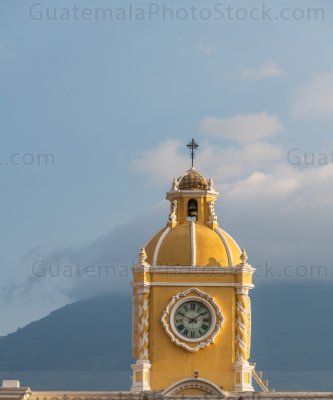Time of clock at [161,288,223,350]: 1:49
